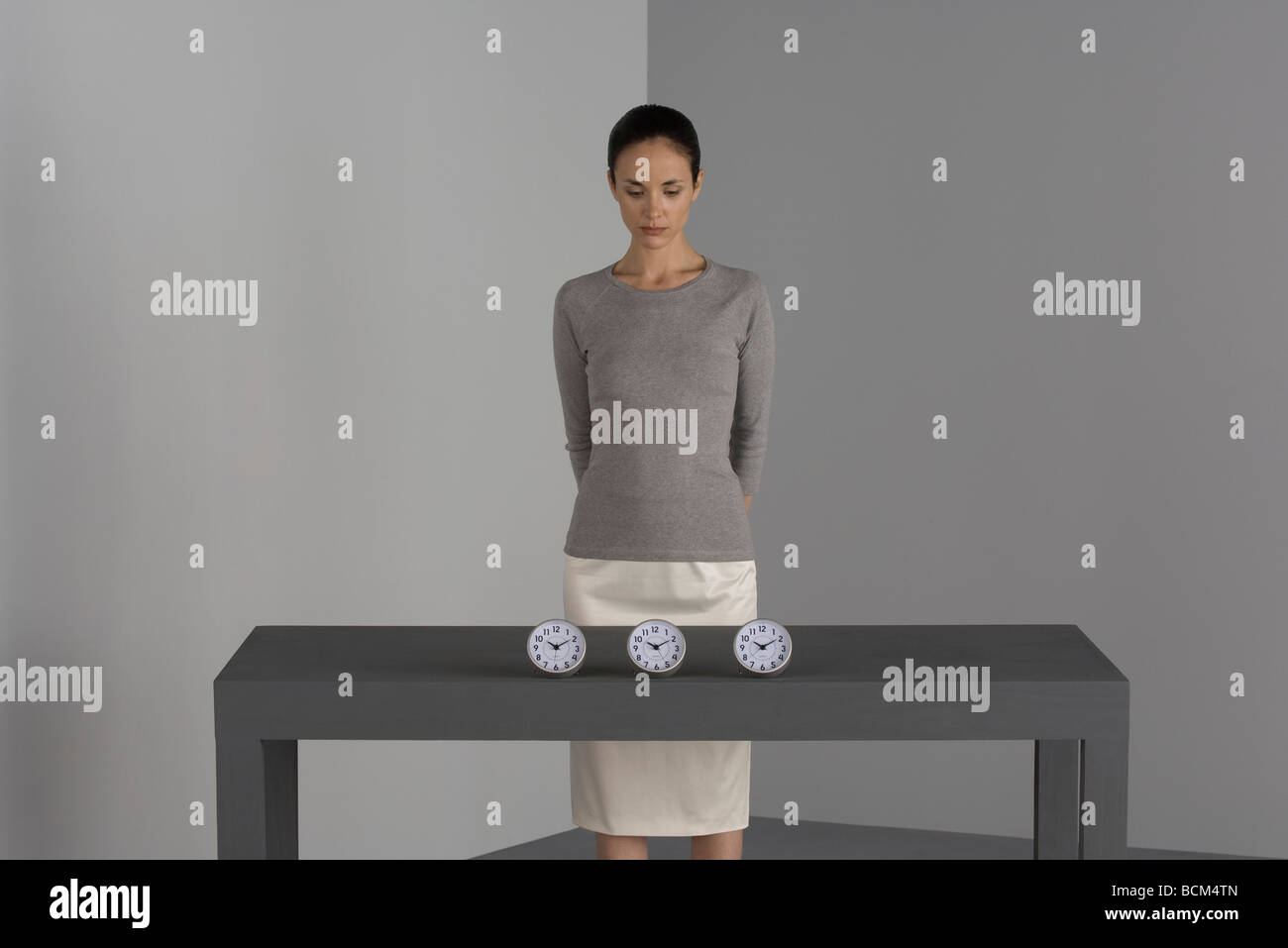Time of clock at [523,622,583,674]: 10:09
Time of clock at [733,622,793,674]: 10:09
